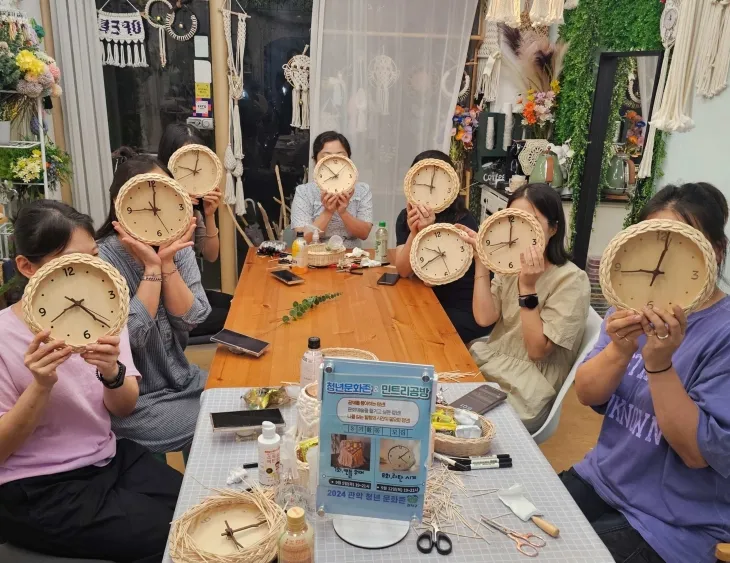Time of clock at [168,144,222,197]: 10:02
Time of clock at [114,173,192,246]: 9:01
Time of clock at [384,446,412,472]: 4:08
